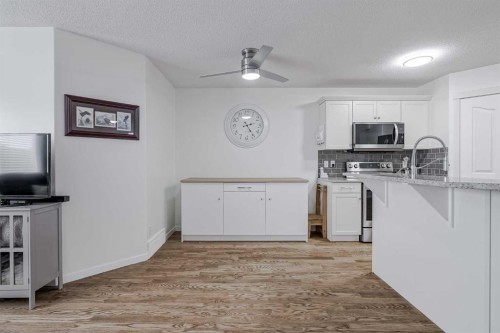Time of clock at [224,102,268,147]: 2:24
